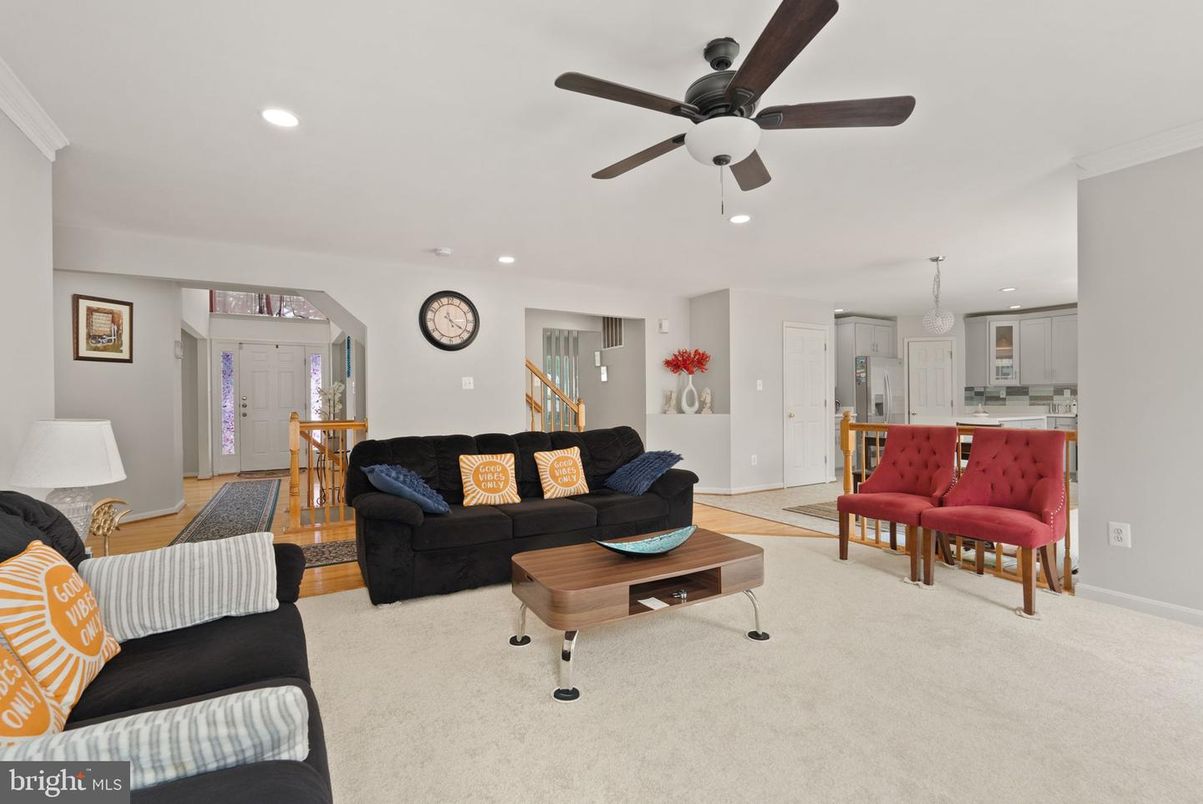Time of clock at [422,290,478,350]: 4:20
